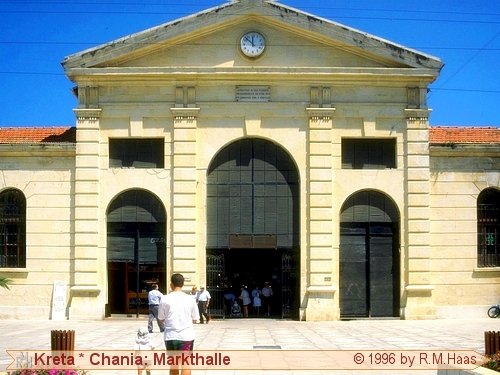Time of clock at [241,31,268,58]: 11:52
